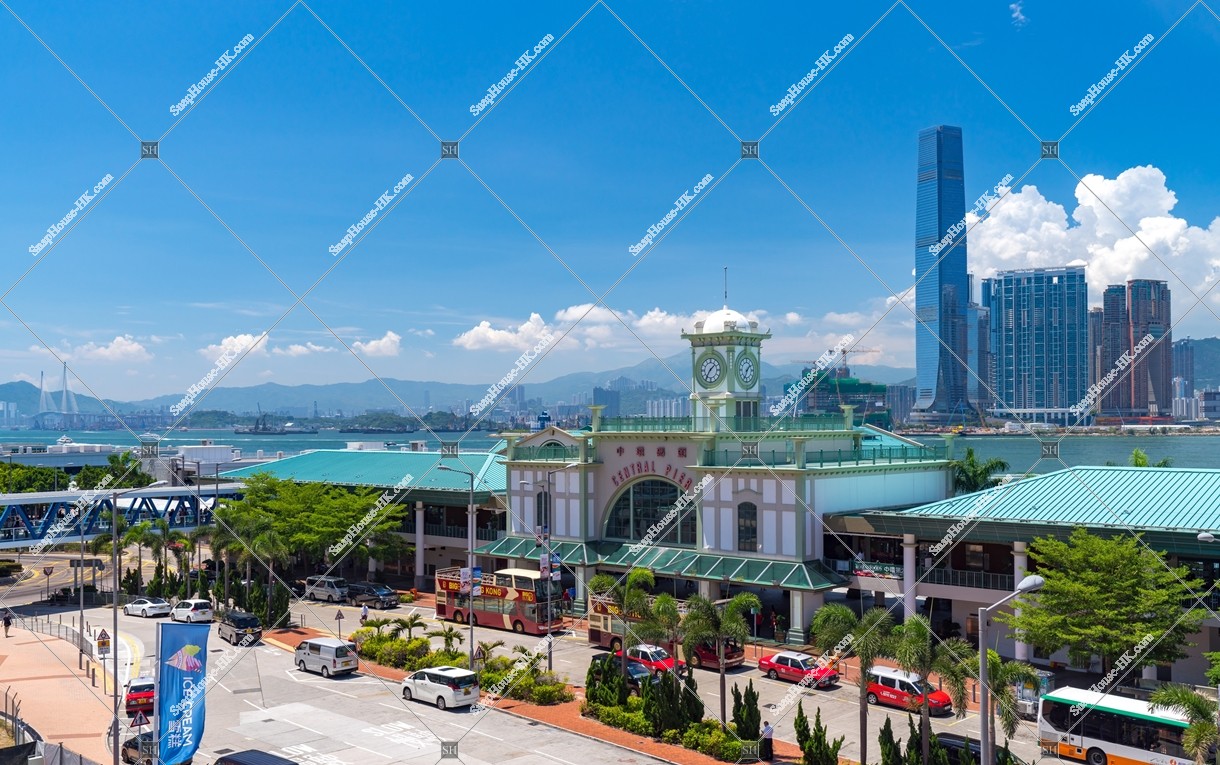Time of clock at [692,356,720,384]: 1:36
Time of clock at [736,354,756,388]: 1:34
